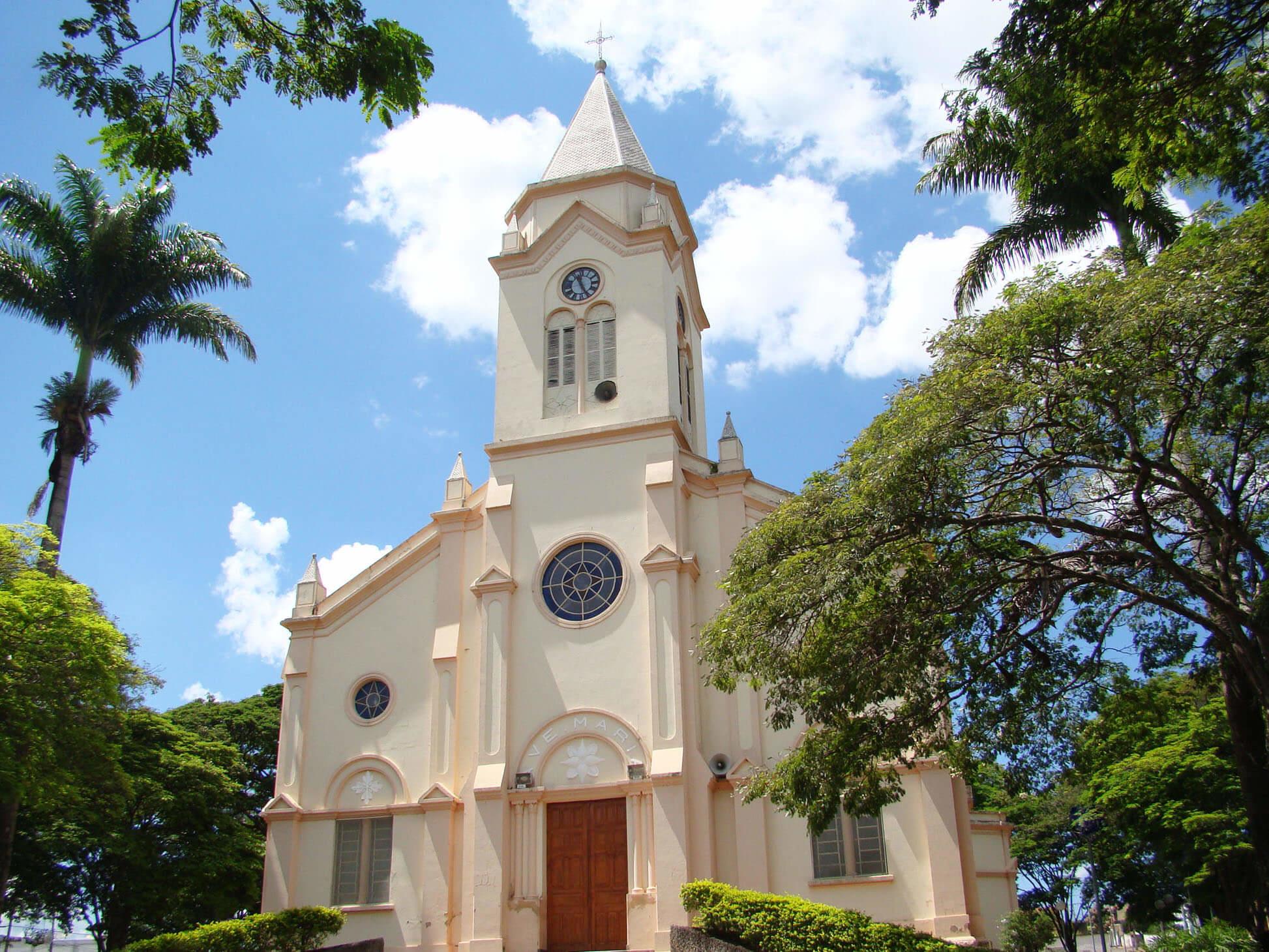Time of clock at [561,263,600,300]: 11:25
